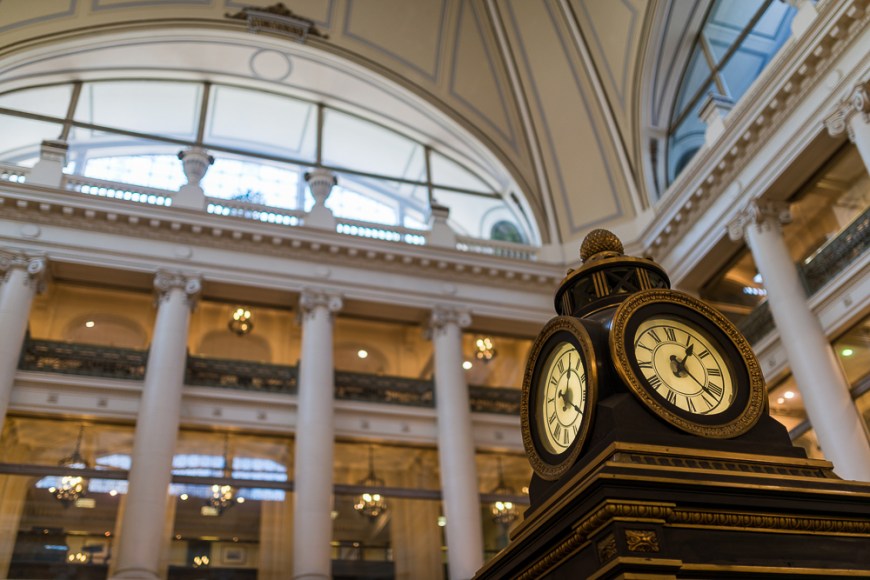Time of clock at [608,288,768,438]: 1:22
